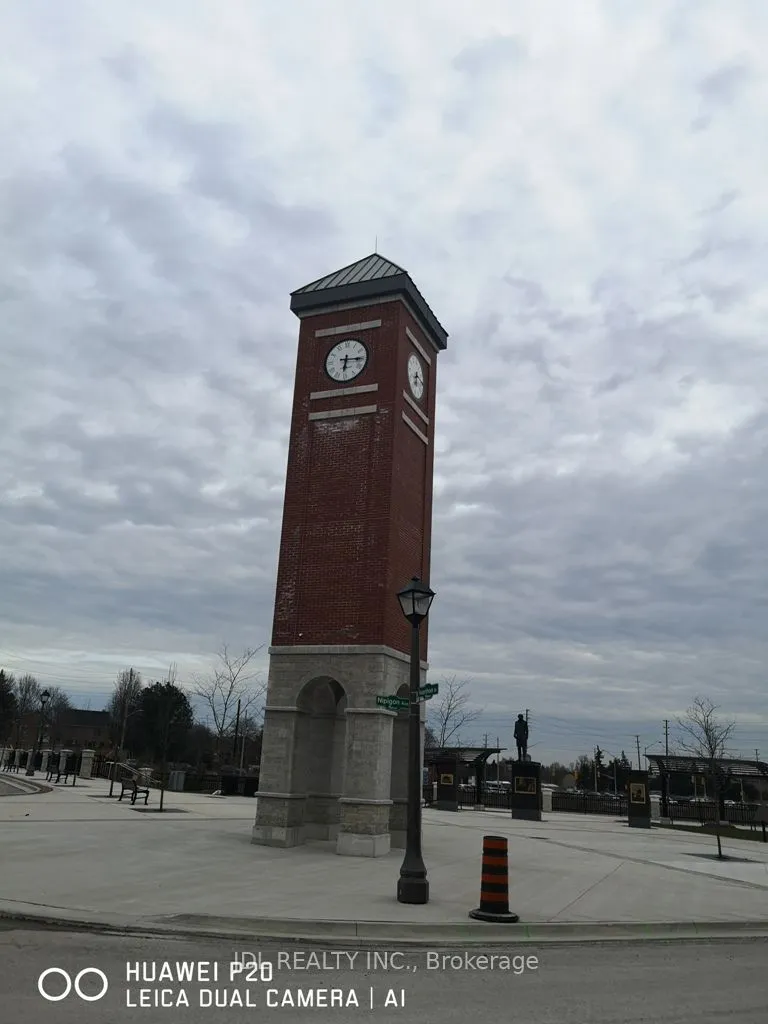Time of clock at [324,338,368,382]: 6:15
